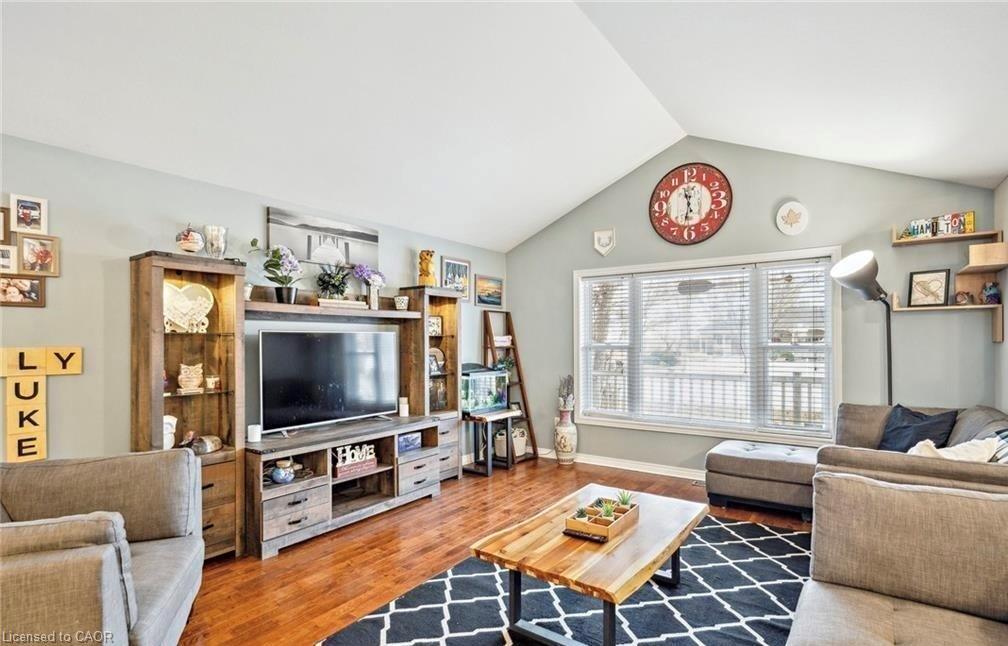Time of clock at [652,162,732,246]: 11:32
